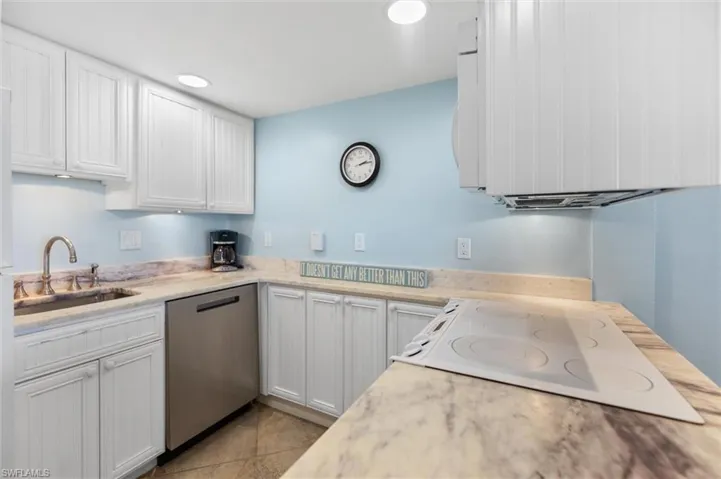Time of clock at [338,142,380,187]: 2:13
